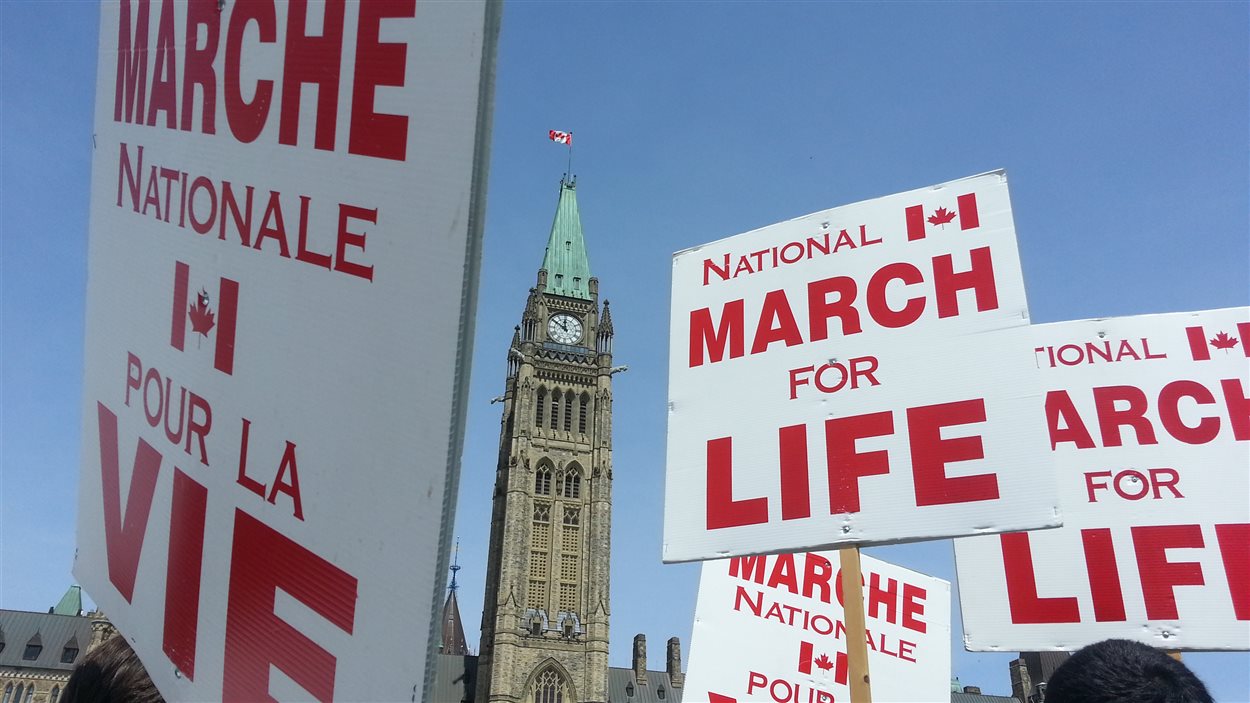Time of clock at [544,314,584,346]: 11:50
